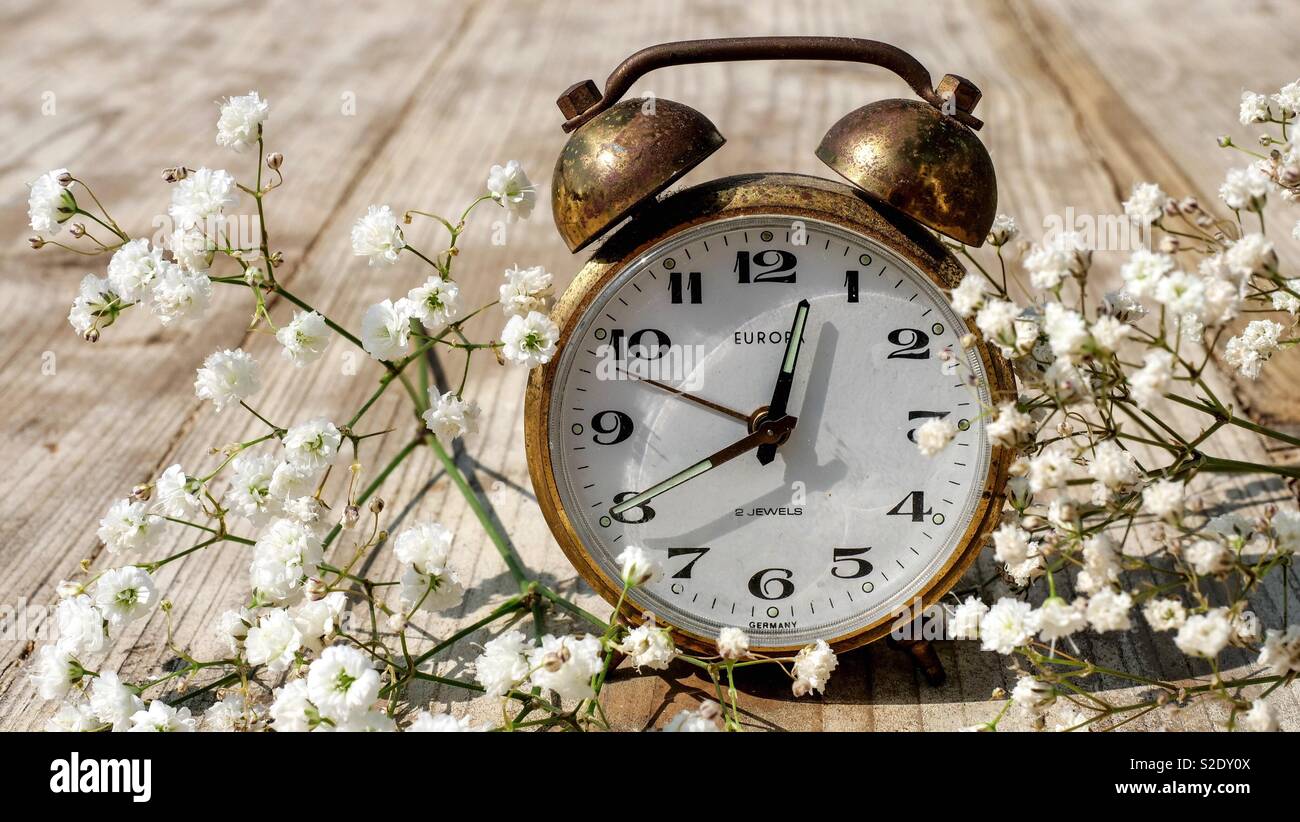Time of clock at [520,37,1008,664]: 8:02
